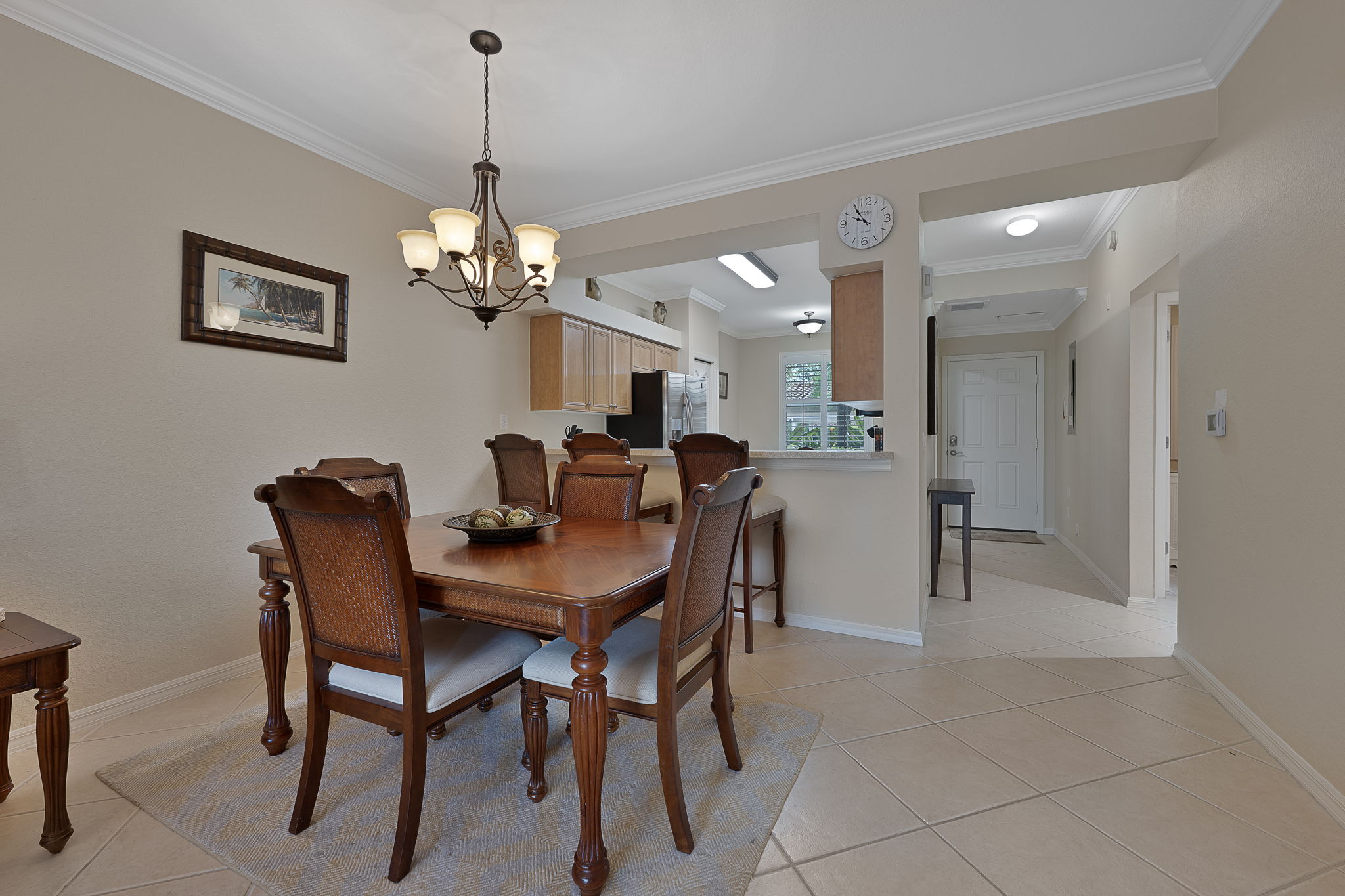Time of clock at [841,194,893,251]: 9:54
